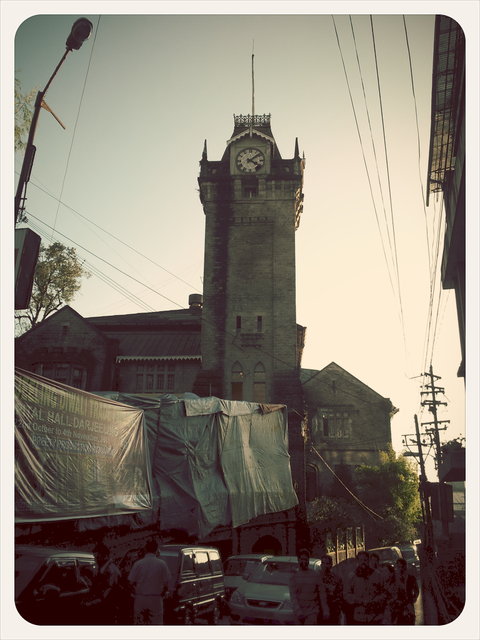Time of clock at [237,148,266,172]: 4:08
